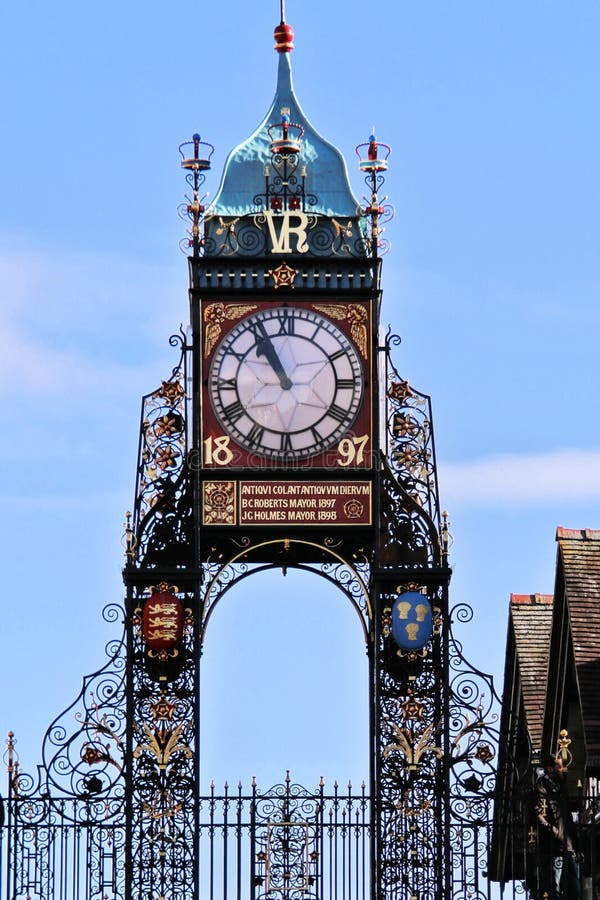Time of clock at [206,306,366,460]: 10:55
